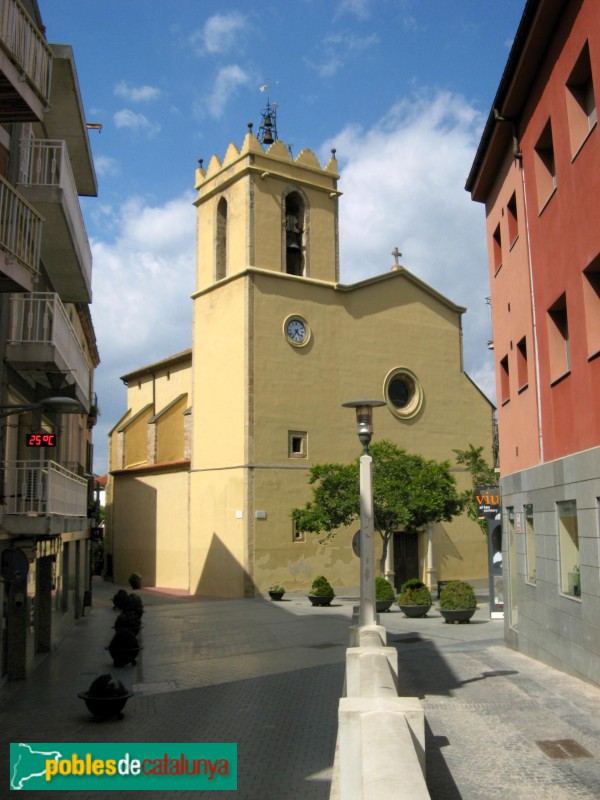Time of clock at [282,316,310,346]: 4:35
